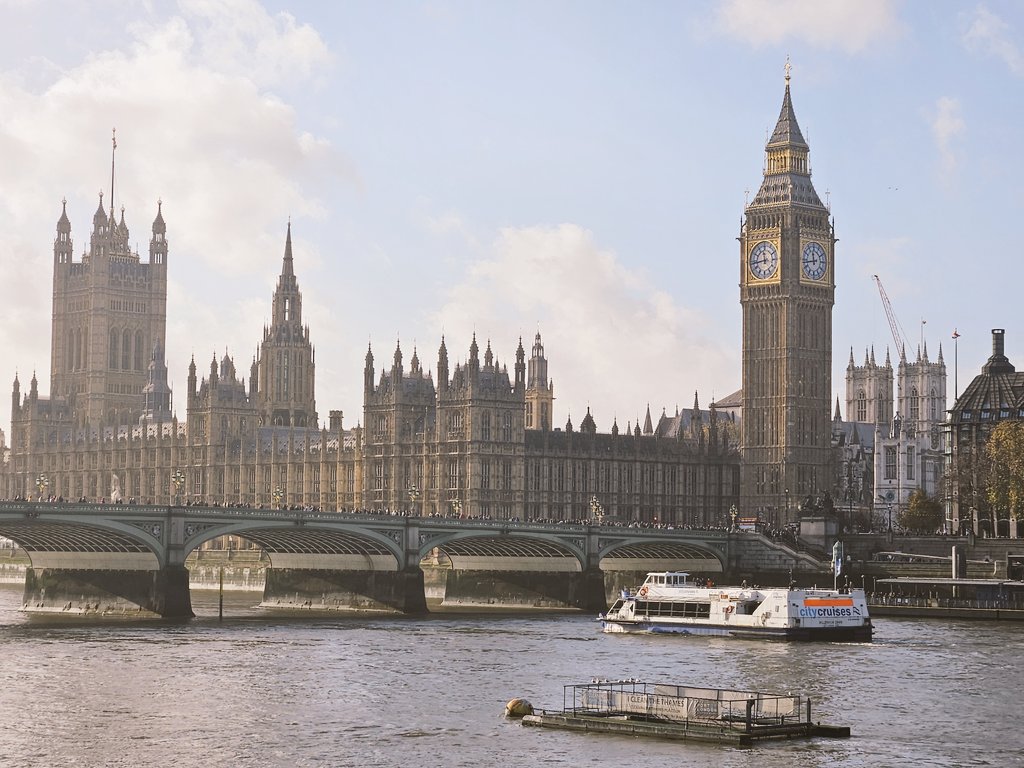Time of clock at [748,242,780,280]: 11:43
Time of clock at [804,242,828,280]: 11:43
